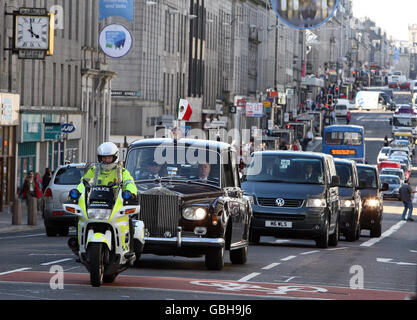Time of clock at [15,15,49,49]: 3:58
